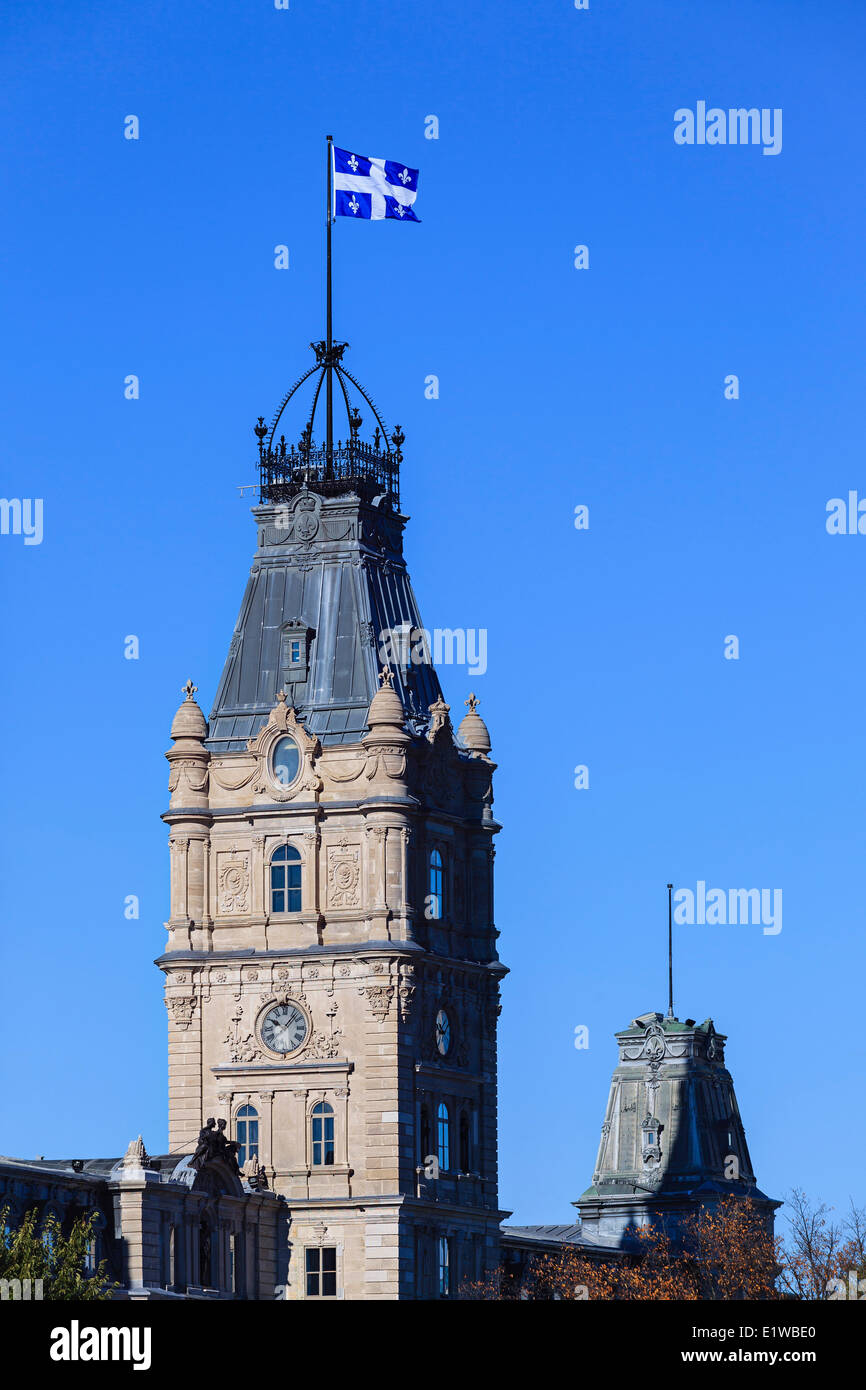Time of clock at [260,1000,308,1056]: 10:07
